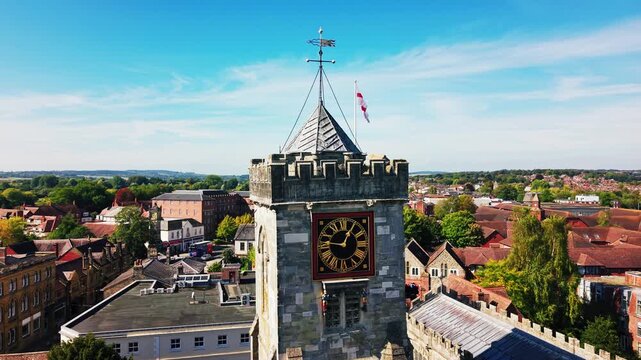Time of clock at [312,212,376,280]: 12:46
